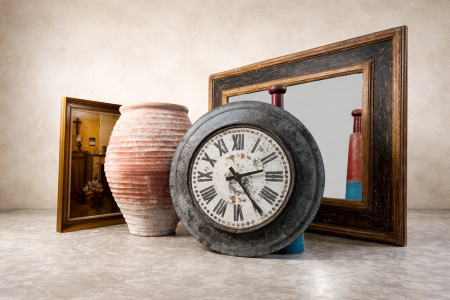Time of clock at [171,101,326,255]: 2:23
